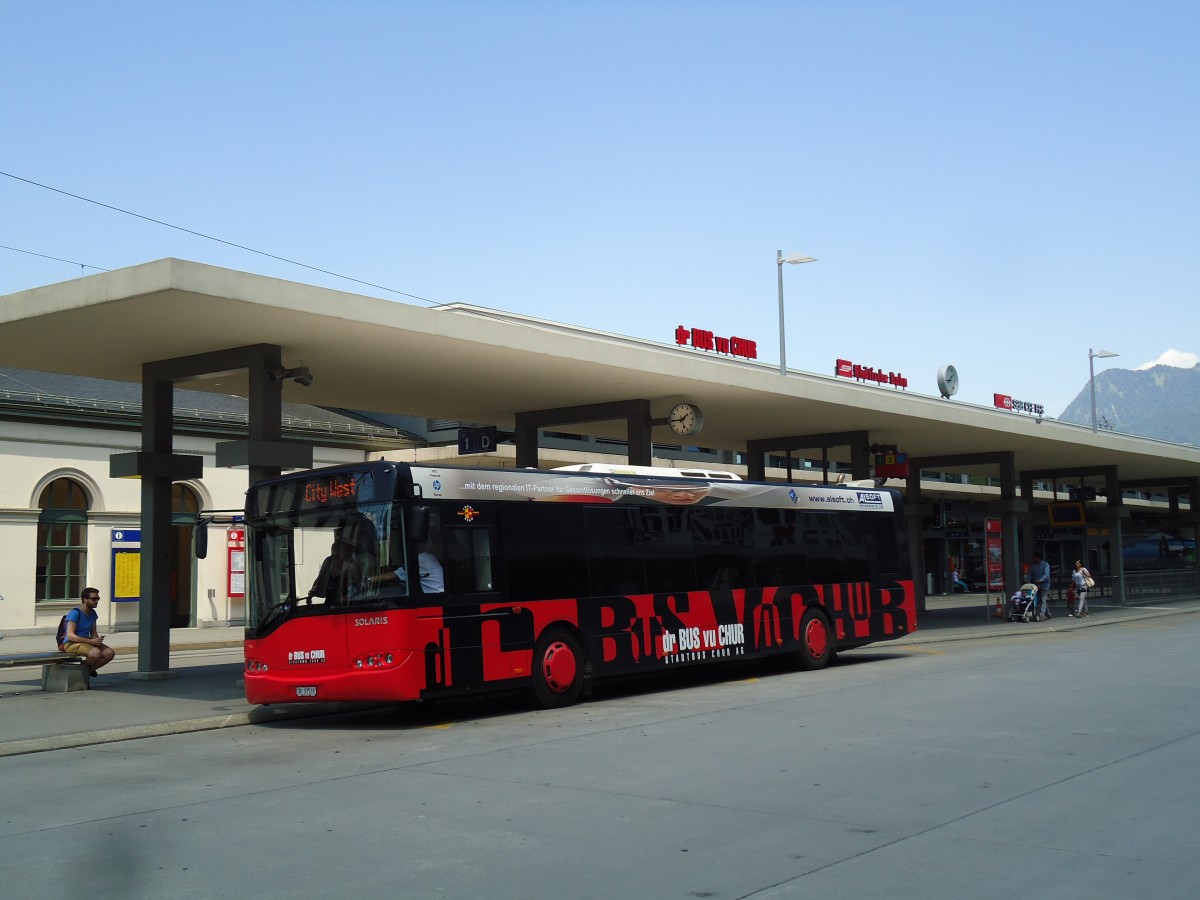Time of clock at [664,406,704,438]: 1:44
